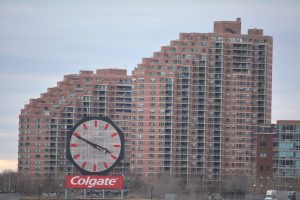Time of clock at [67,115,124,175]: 3:49
